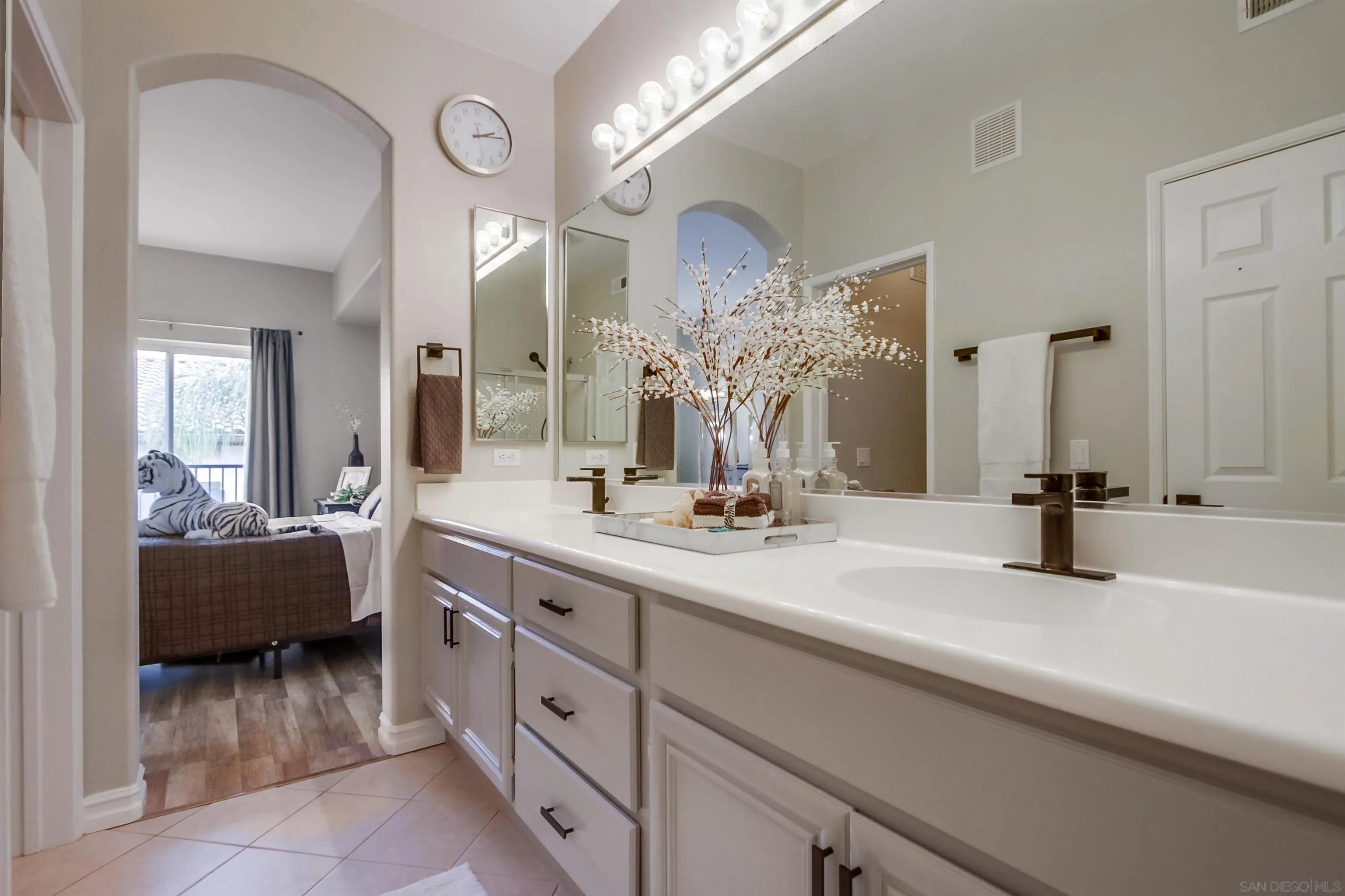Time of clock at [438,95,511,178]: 2:13
